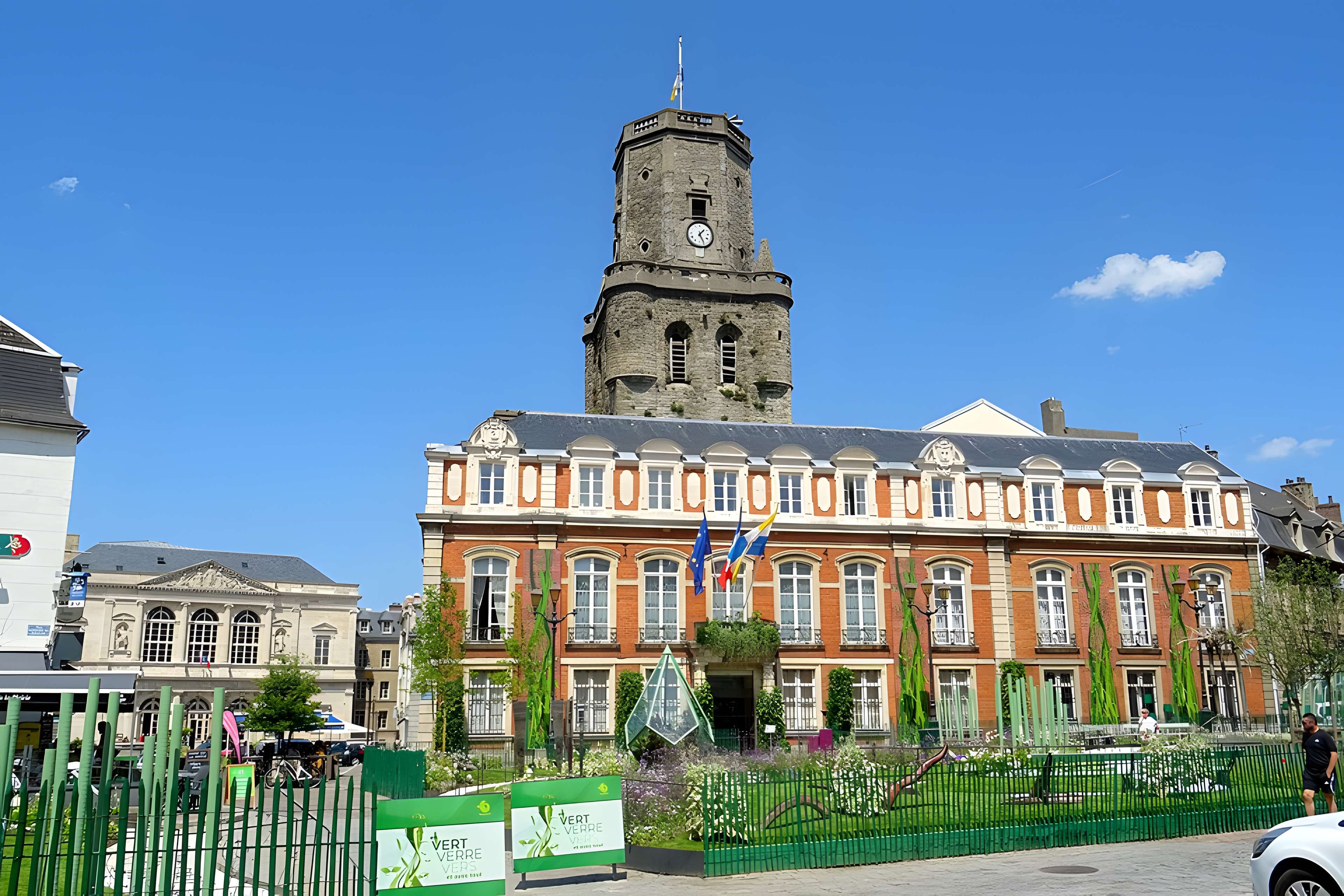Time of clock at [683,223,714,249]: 1:25
